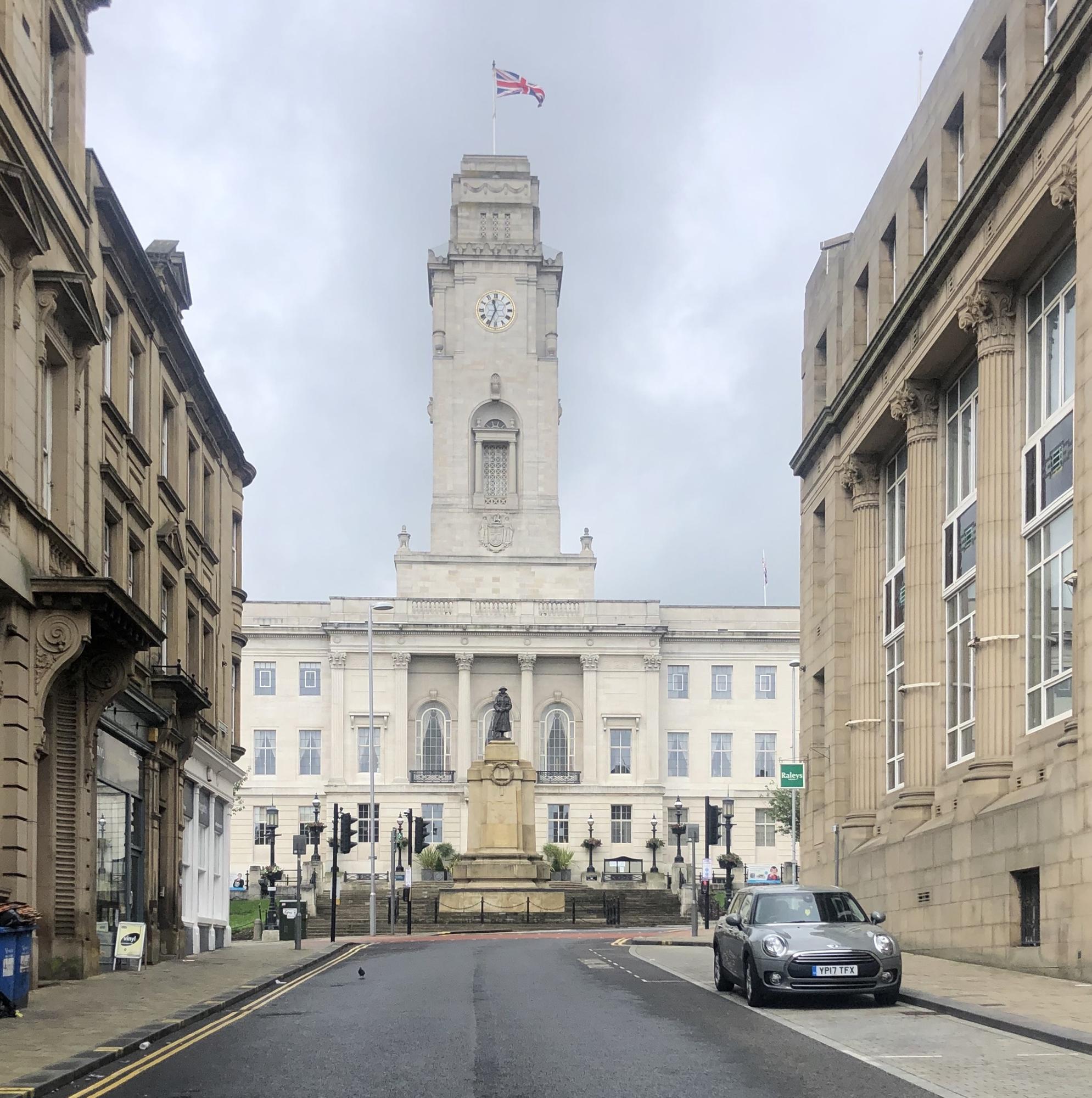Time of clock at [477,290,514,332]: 11:33
